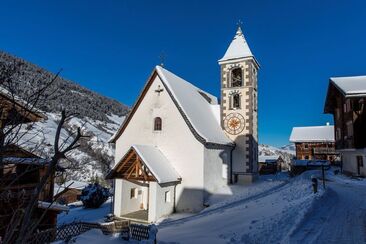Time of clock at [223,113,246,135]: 2:29
